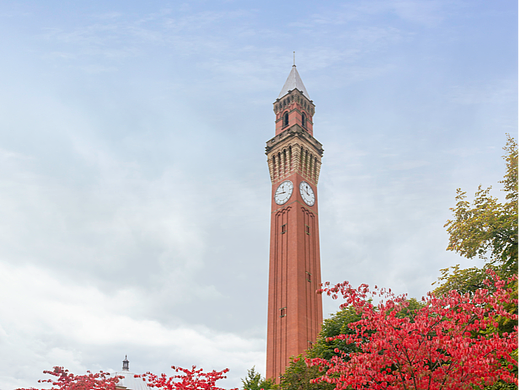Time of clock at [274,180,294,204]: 11:46
